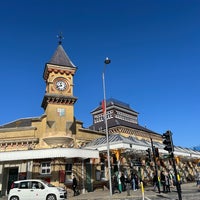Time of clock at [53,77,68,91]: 11:41
